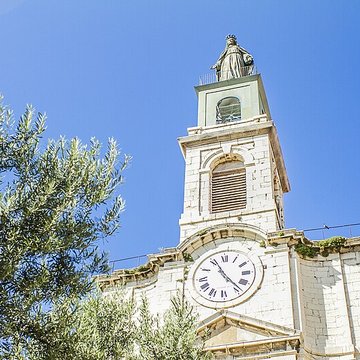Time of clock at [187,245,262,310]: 11:23
